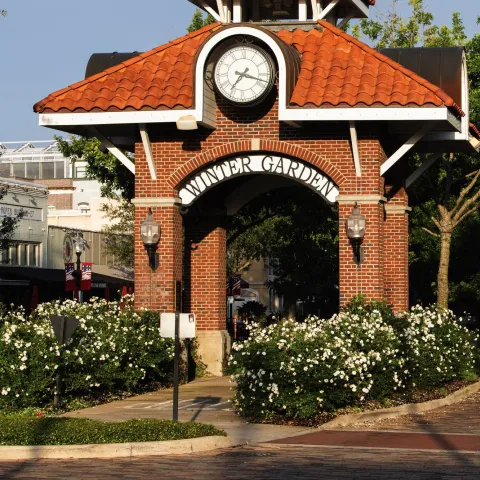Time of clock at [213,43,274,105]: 7:17
